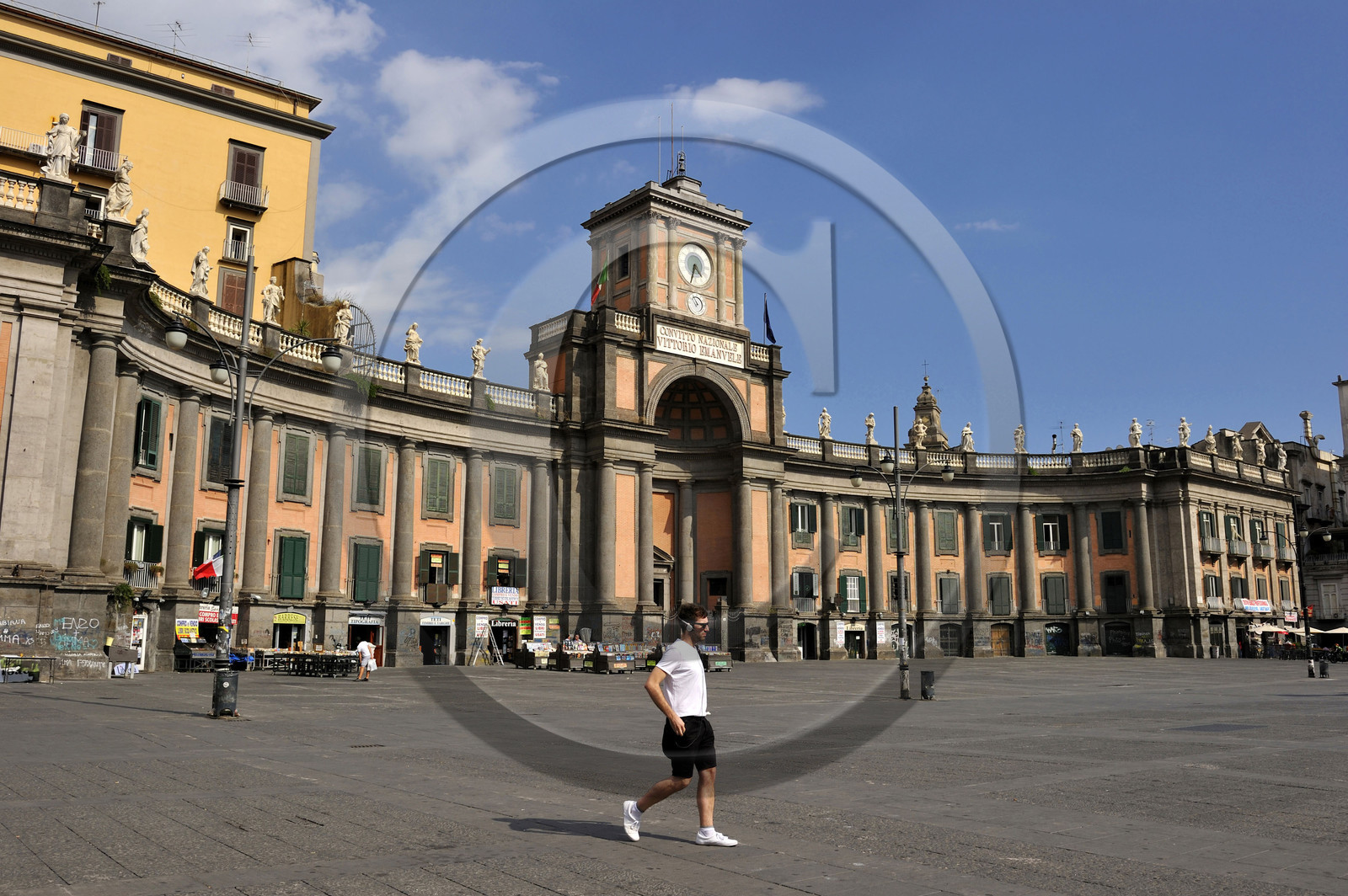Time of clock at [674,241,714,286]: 4:33
